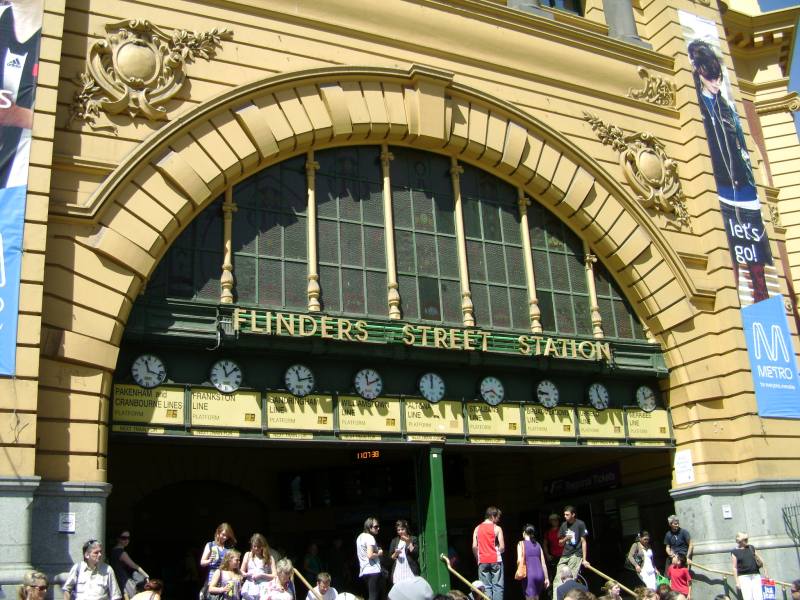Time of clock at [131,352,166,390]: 11:18
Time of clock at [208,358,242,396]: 11:07
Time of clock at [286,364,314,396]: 11:12
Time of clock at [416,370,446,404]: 12:00
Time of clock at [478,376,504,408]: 8:21
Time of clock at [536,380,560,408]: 8:47
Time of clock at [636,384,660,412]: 11:11
